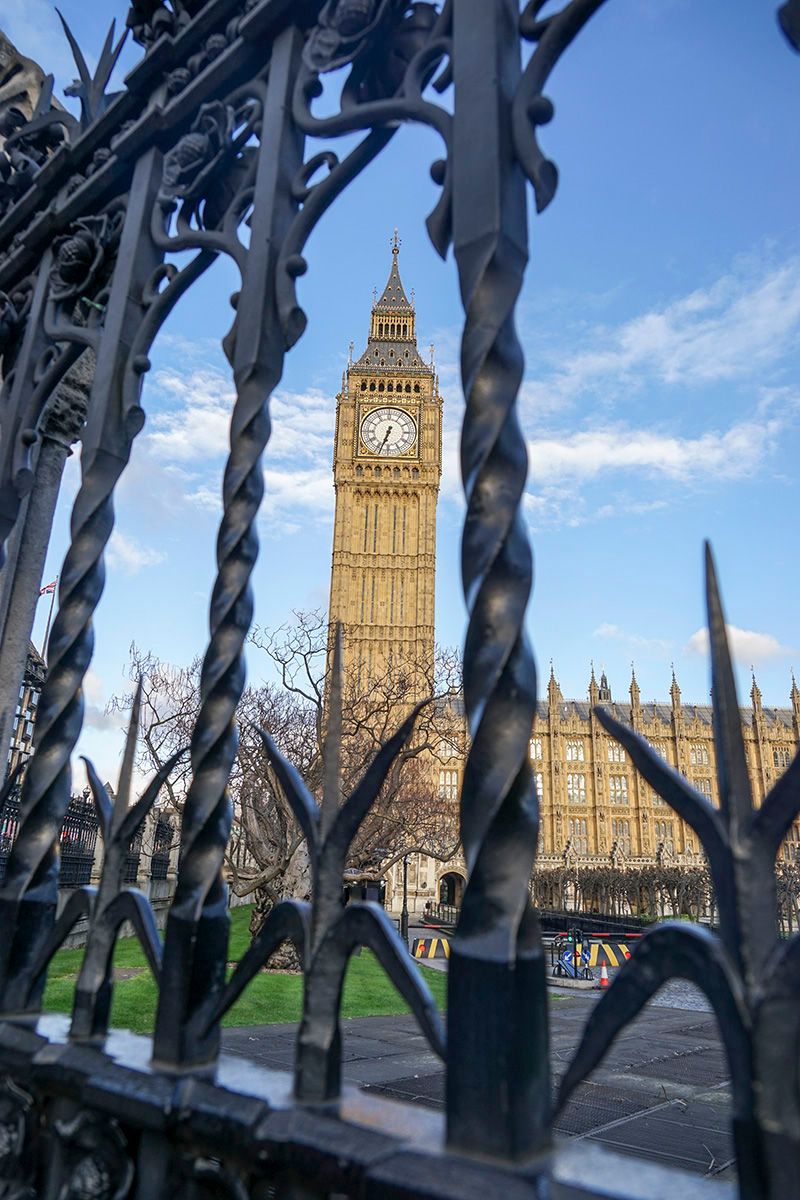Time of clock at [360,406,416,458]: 6:33
